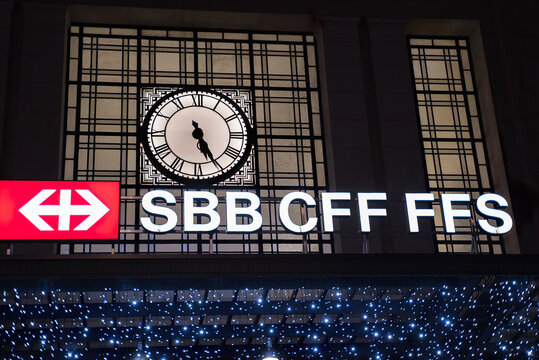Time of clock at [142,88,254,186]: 5:25
